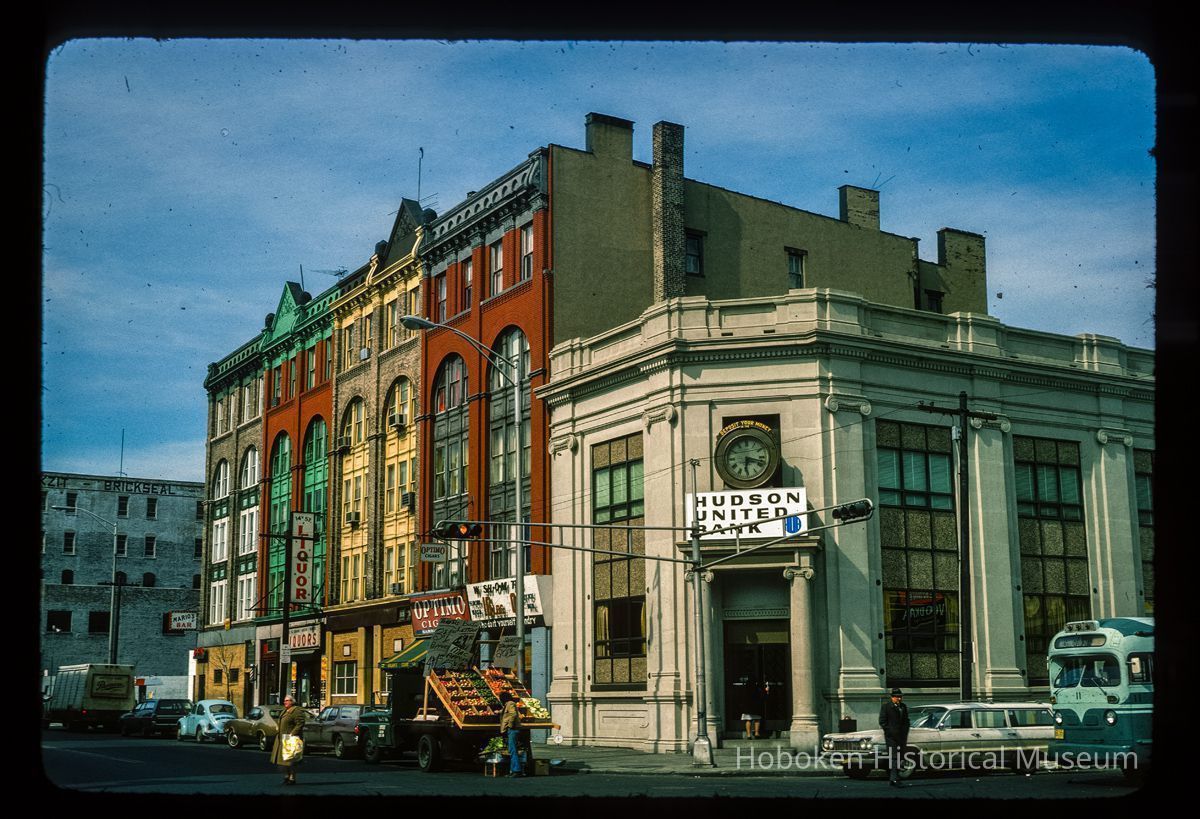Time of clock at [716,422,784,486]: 6:17
